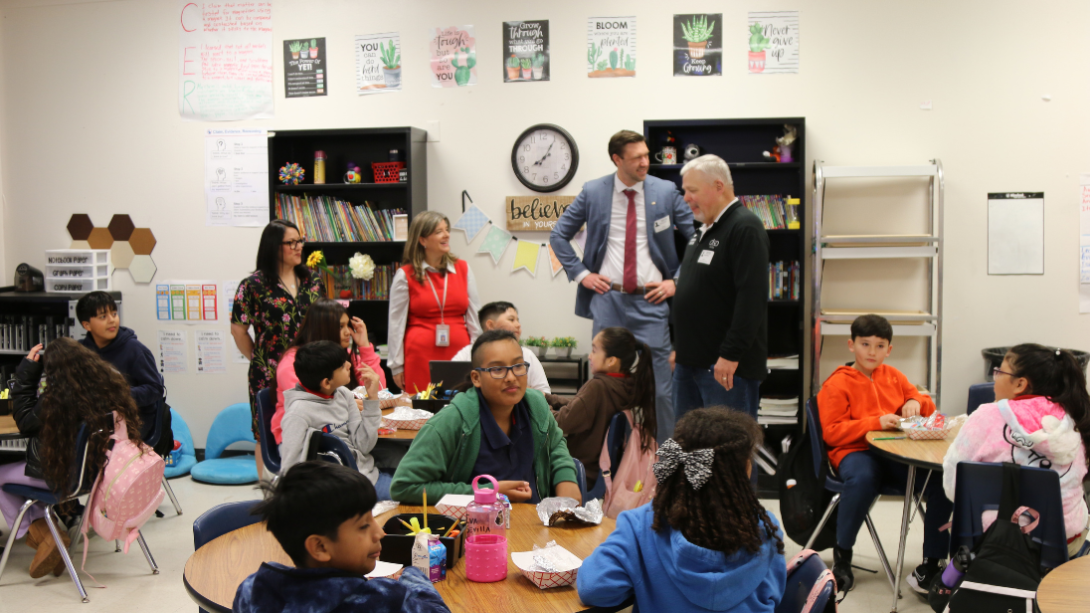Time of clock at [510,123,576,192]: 8:05
